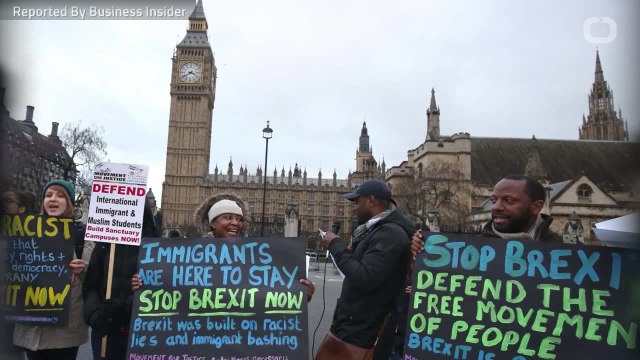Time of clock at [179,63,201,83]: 3:39
